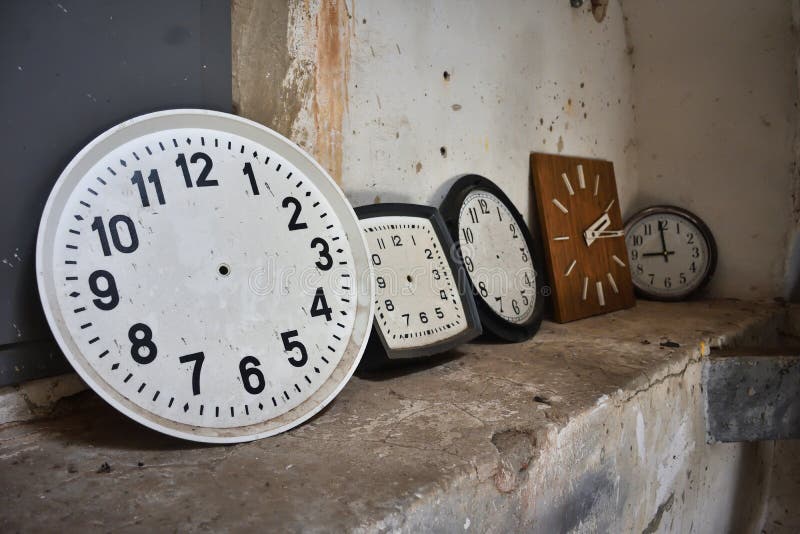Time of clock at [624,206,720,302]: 8:59
